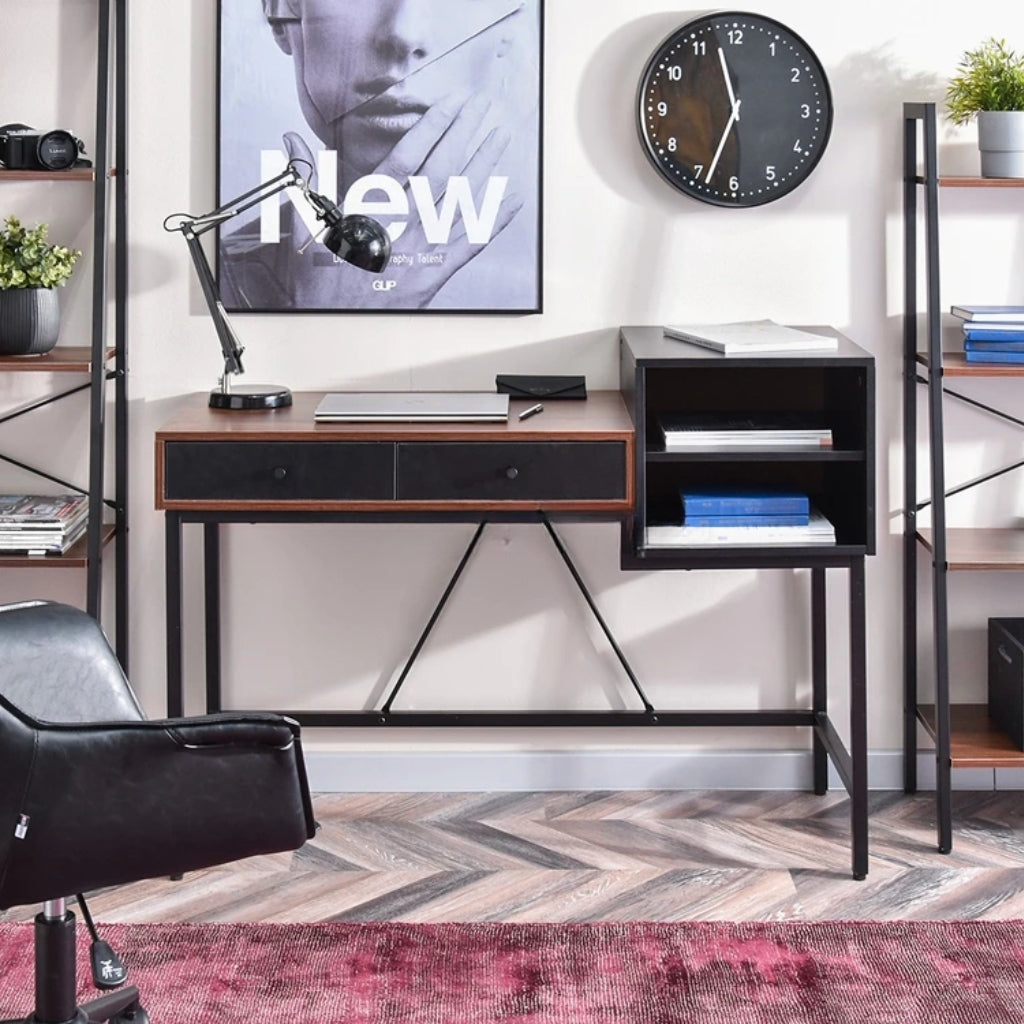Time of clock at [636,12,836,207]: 11:33
